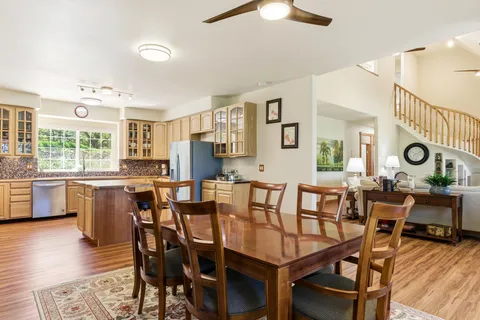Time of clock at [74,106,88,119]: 2:42
